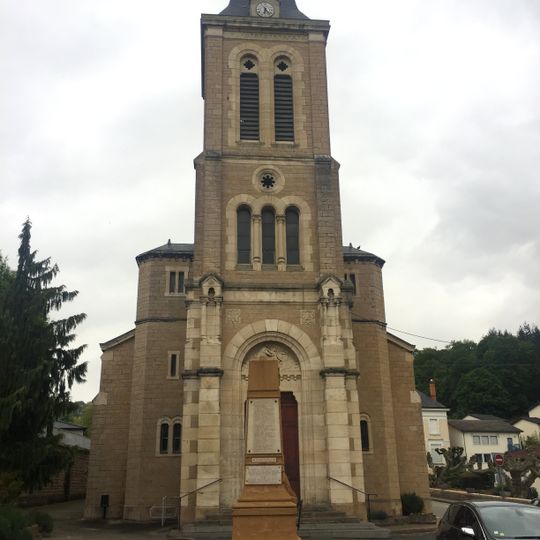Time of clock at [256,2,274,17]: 6:23
